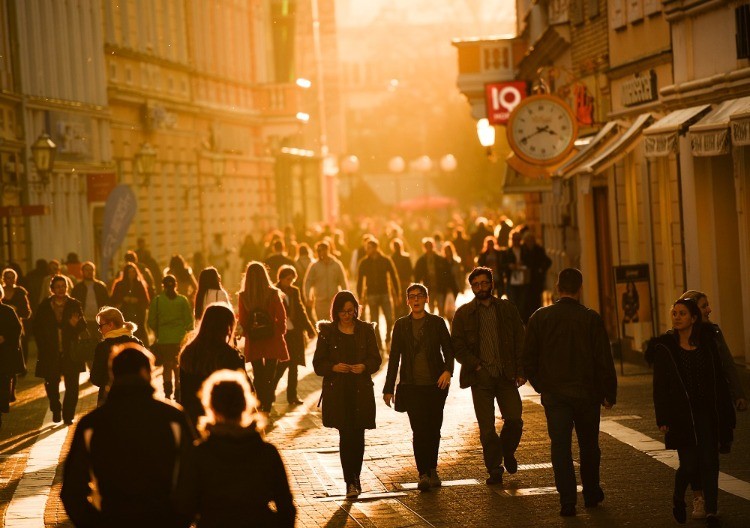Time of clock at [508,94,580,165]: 3:40
